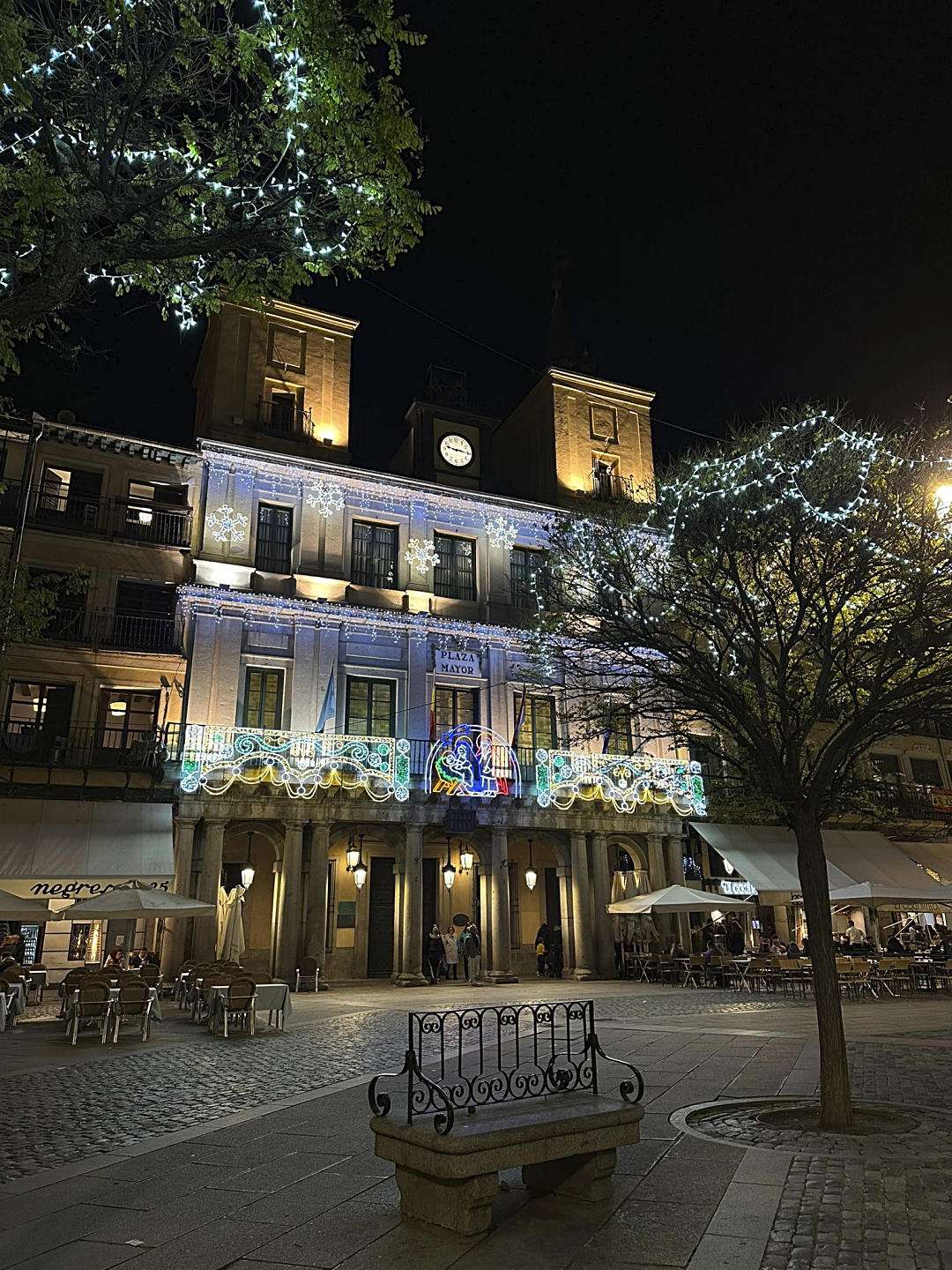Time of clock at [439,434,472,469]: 9:15
